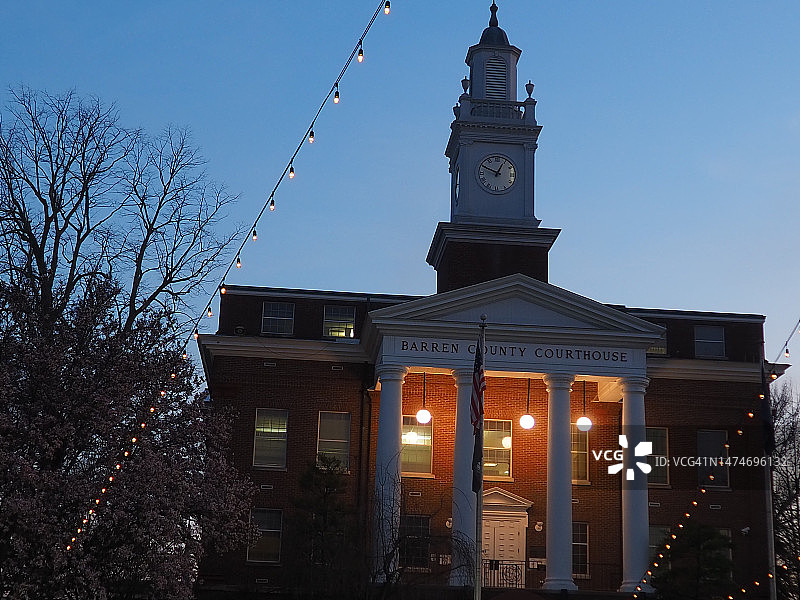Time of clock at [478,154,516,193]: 12:49
